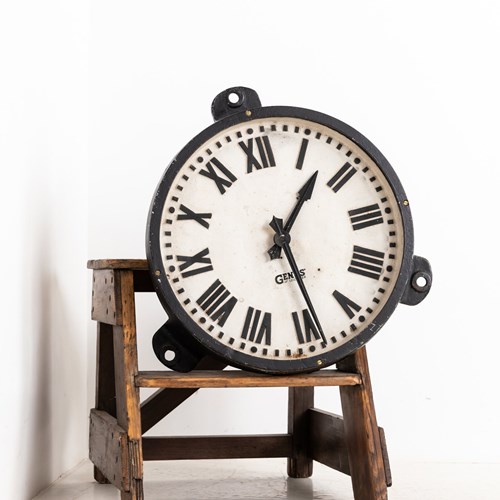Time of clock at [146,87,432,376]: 1:28
